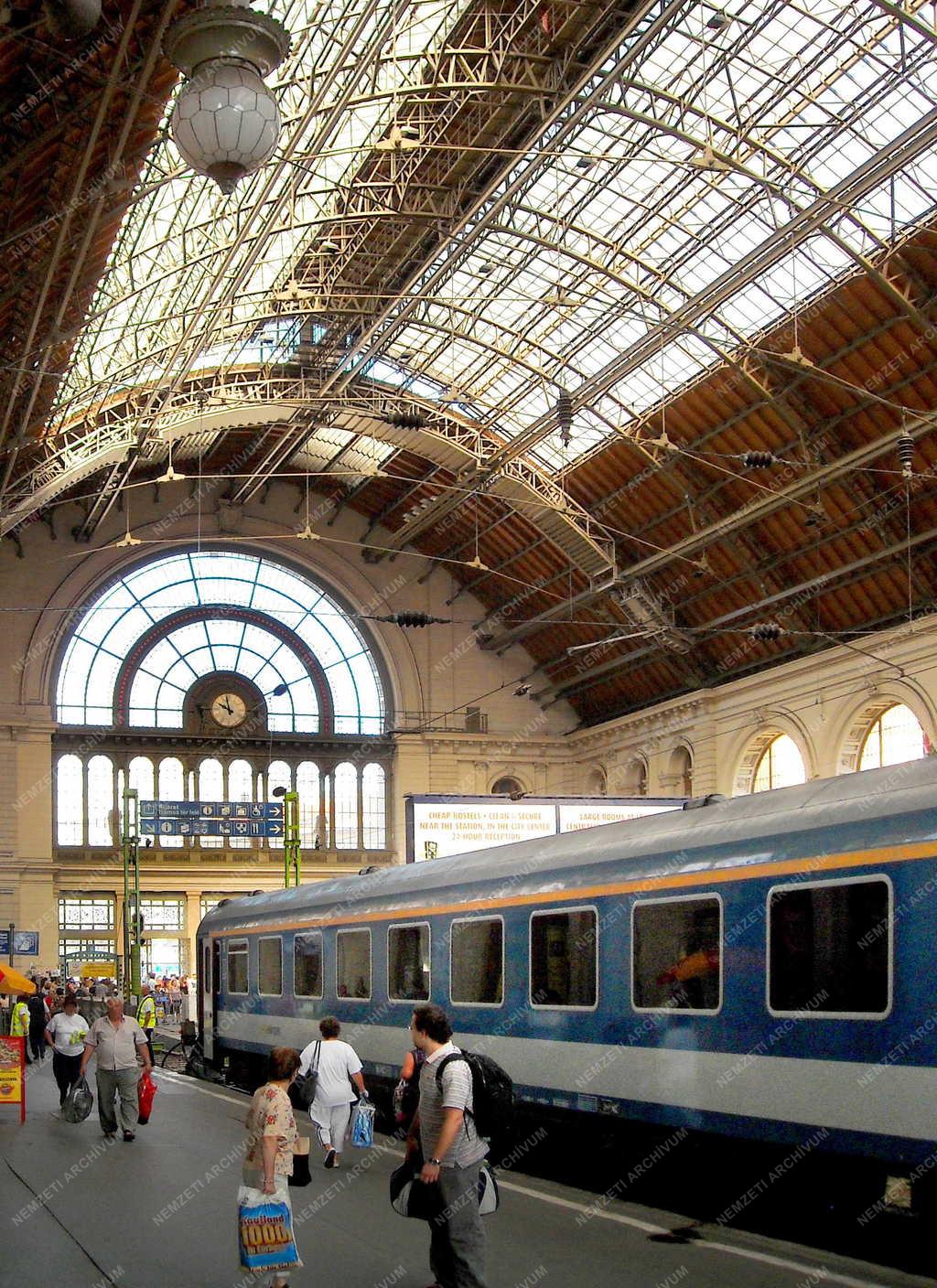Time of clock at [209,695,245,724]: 9:57
